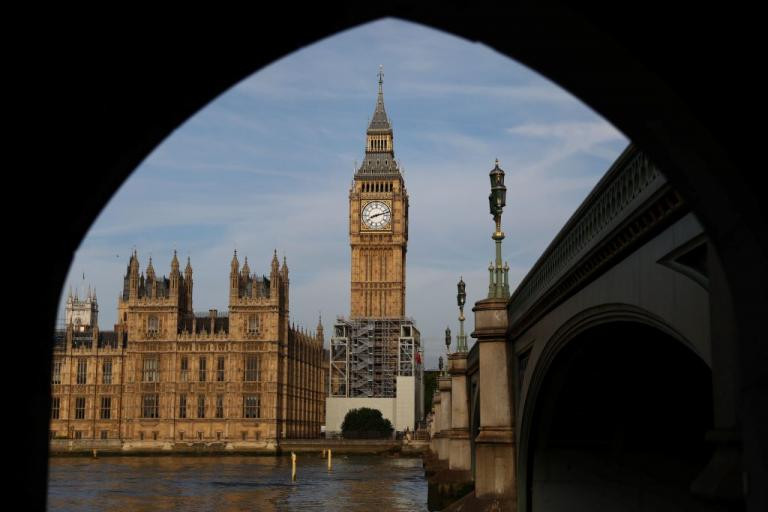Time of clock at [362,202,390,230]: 8:12
